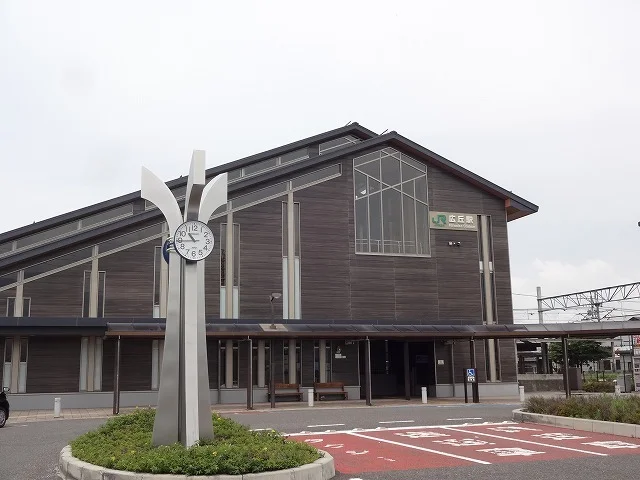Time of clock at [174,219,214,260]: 10:44
